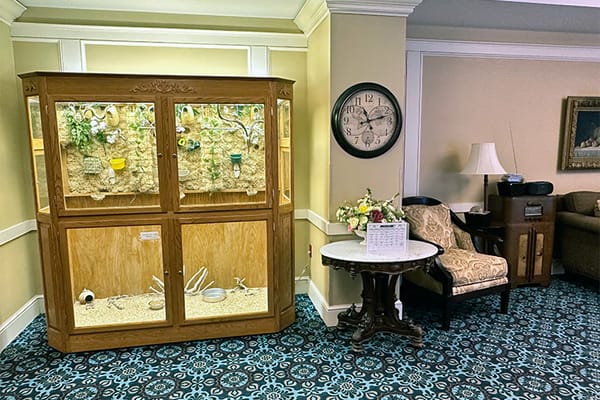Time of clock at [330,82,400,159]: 11:12
